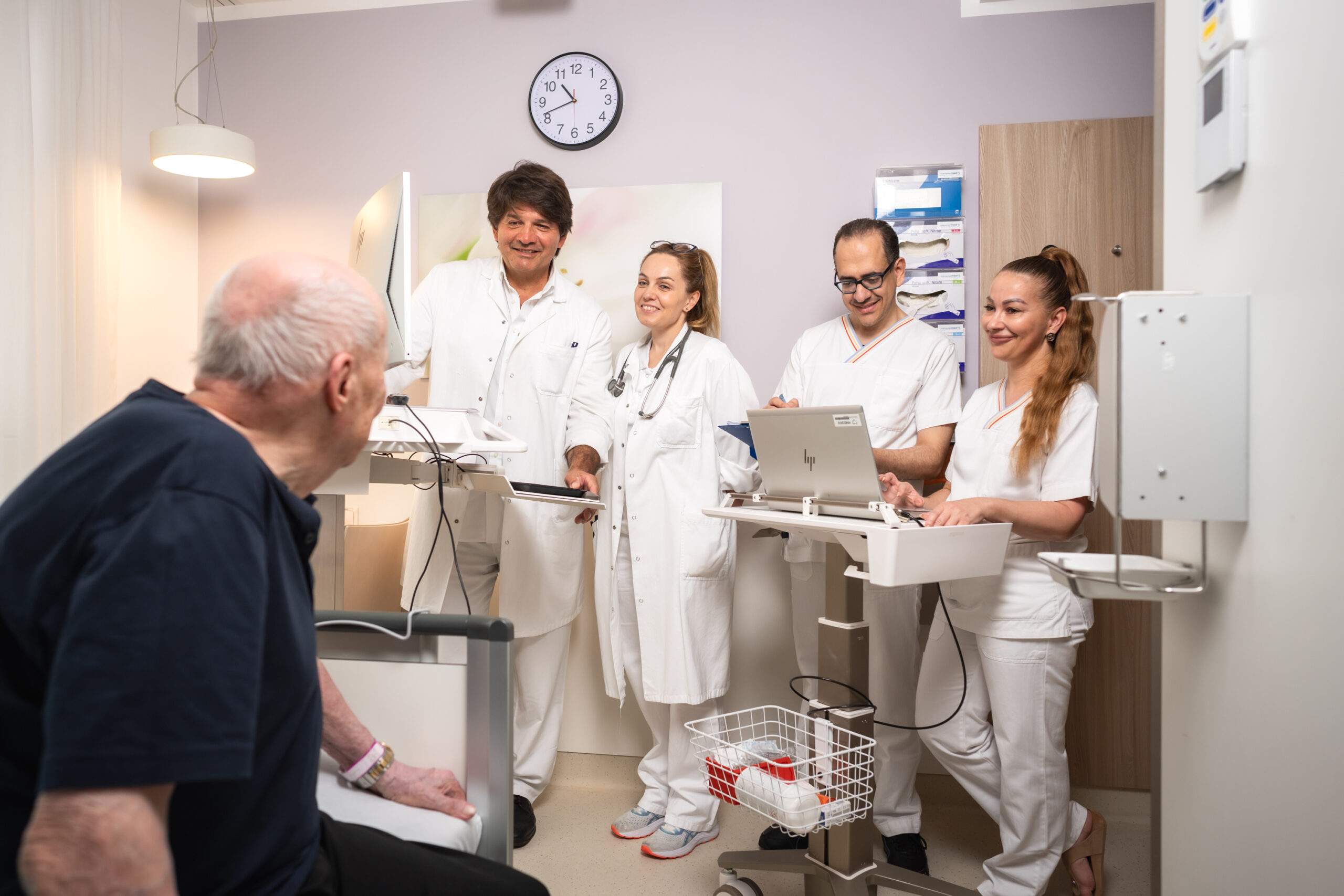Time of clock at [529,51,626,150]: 10:41
